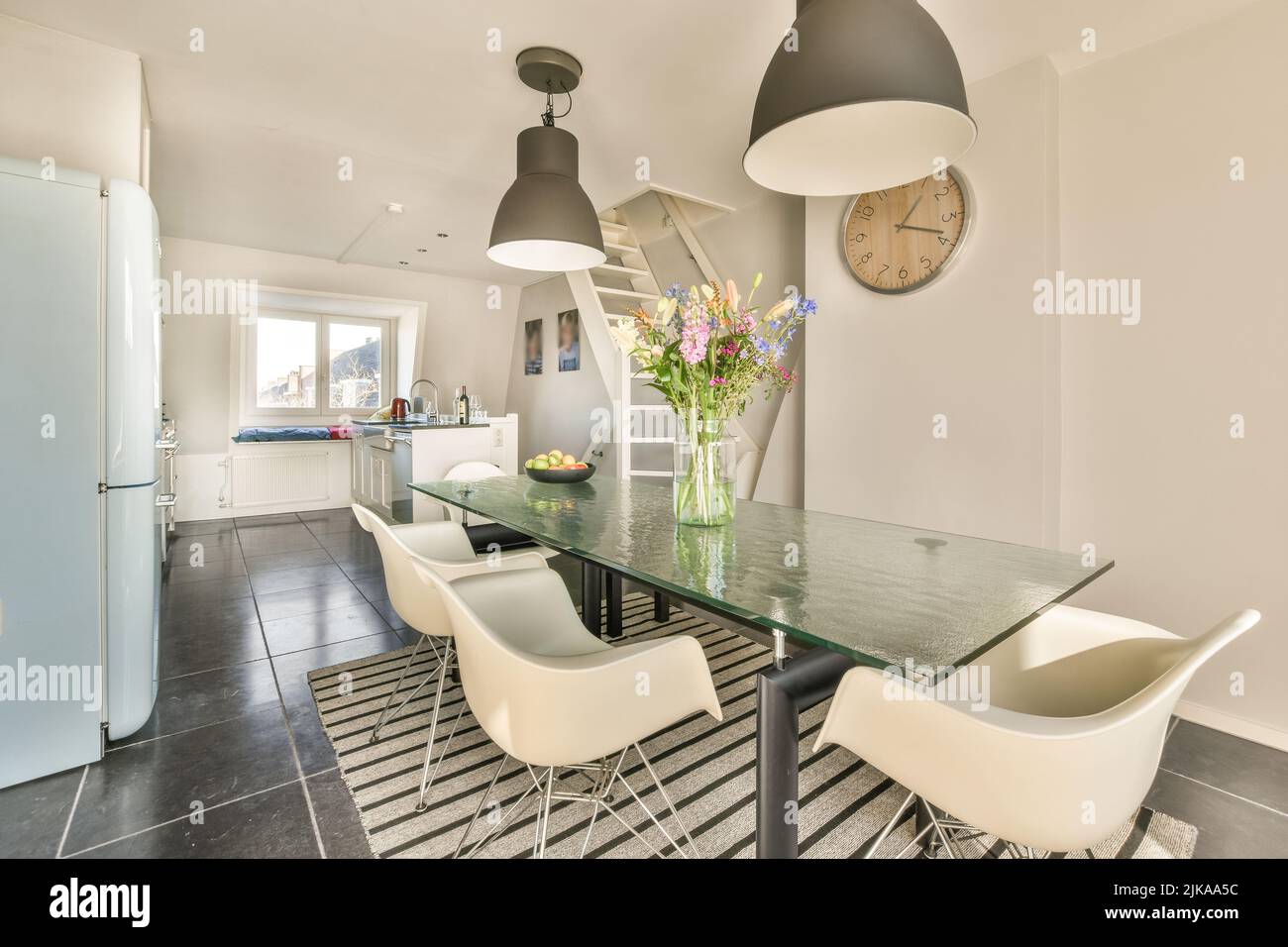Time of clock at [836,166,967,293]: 1:18
